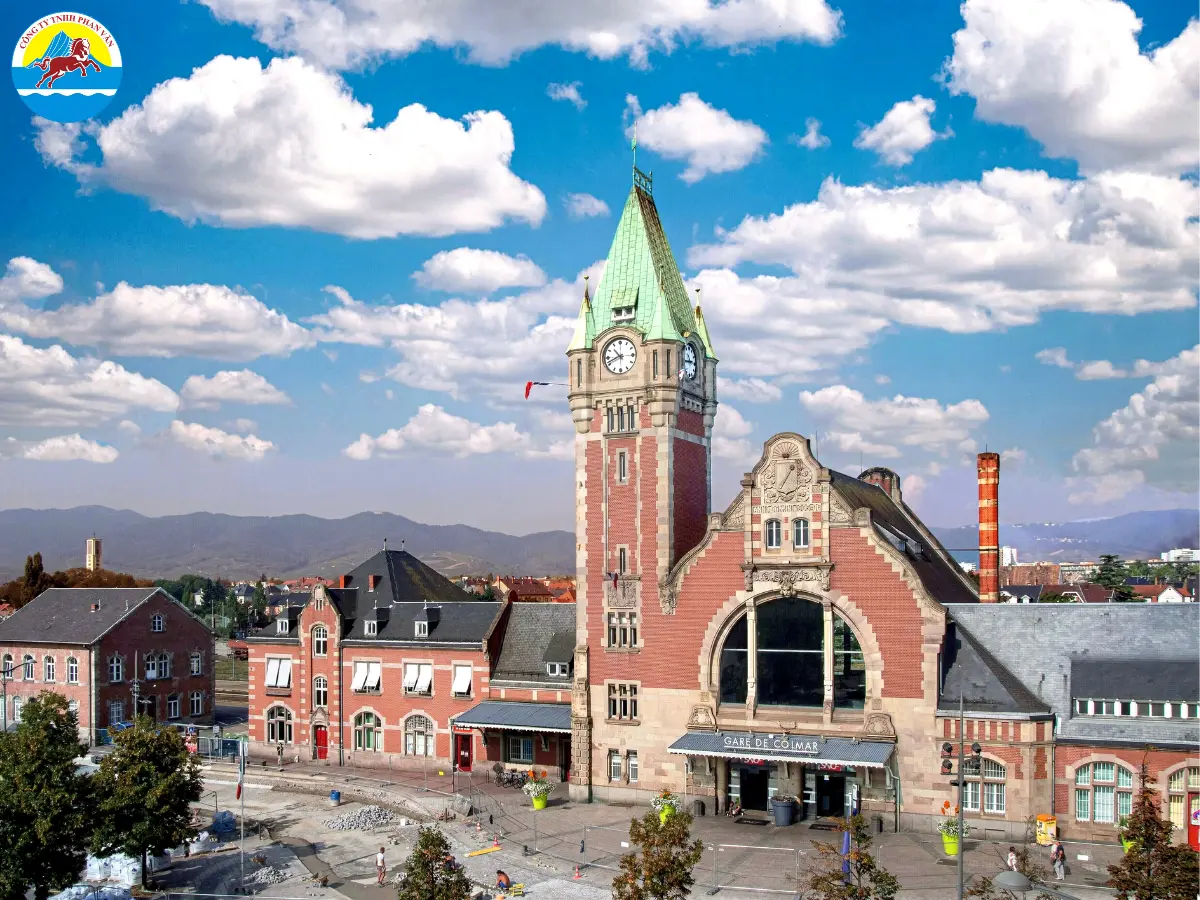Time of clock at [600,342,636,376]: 10:41
